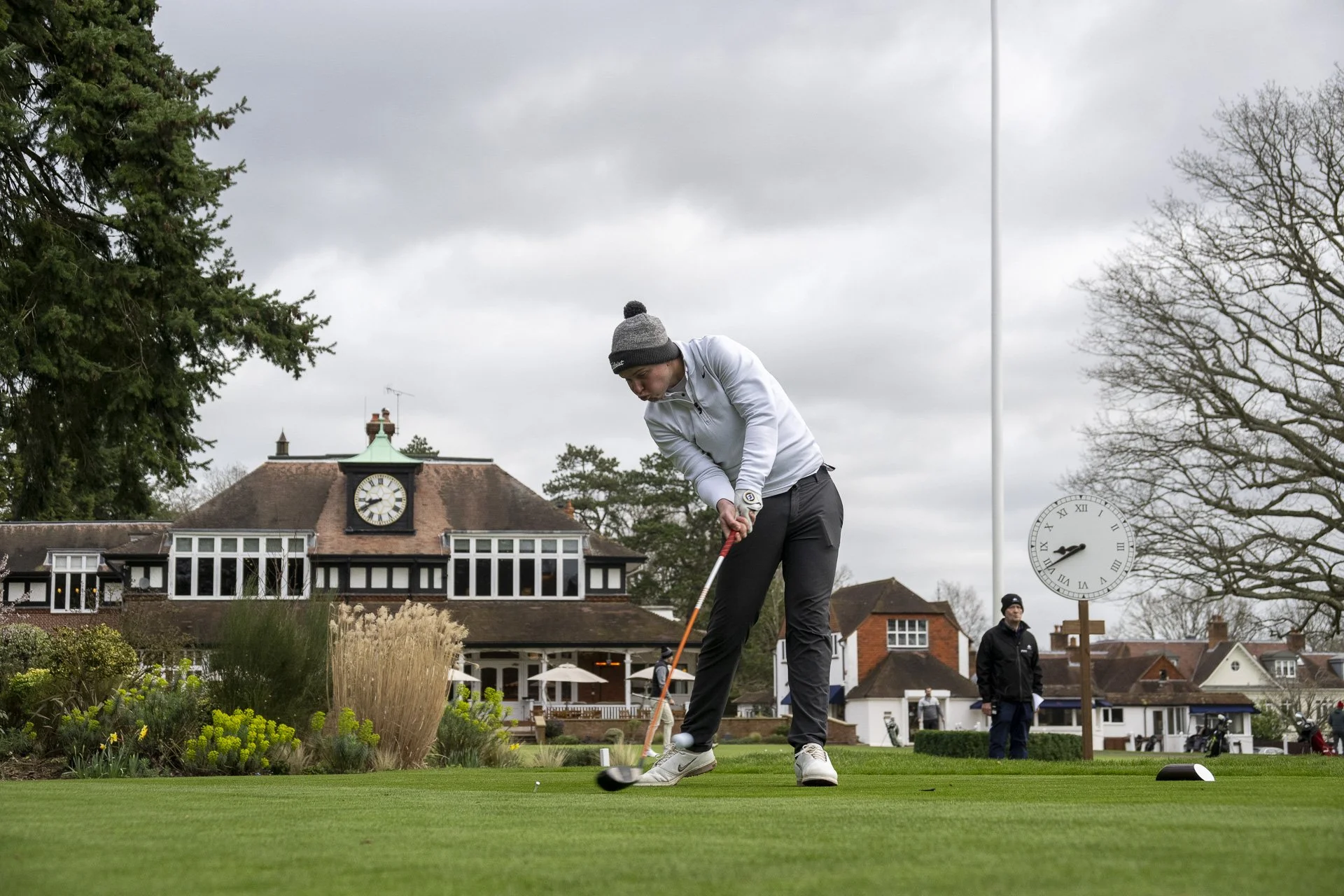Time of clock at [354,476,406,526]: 8:40
